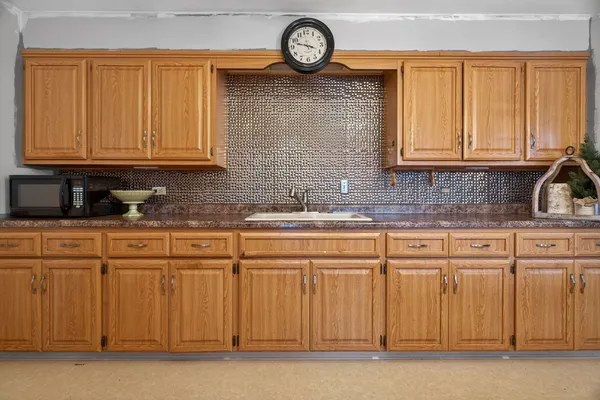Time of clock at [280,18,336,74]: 3:47
